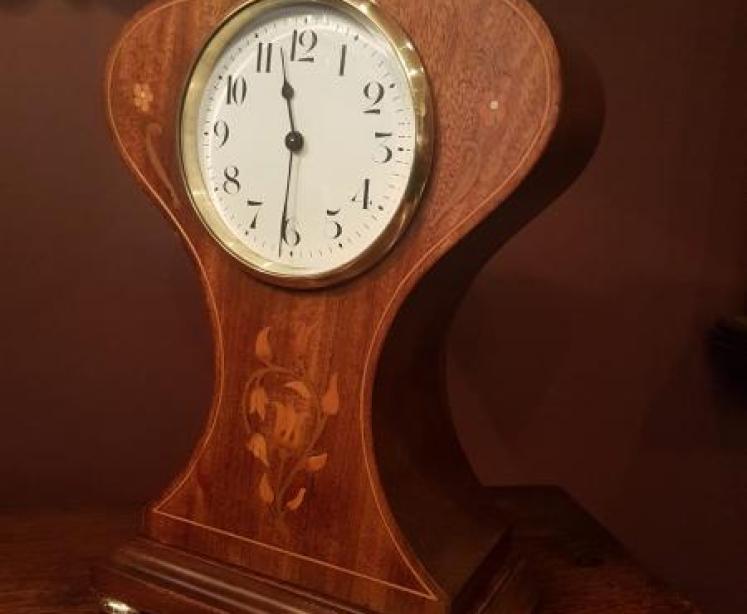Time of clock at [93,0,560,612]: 11:31
